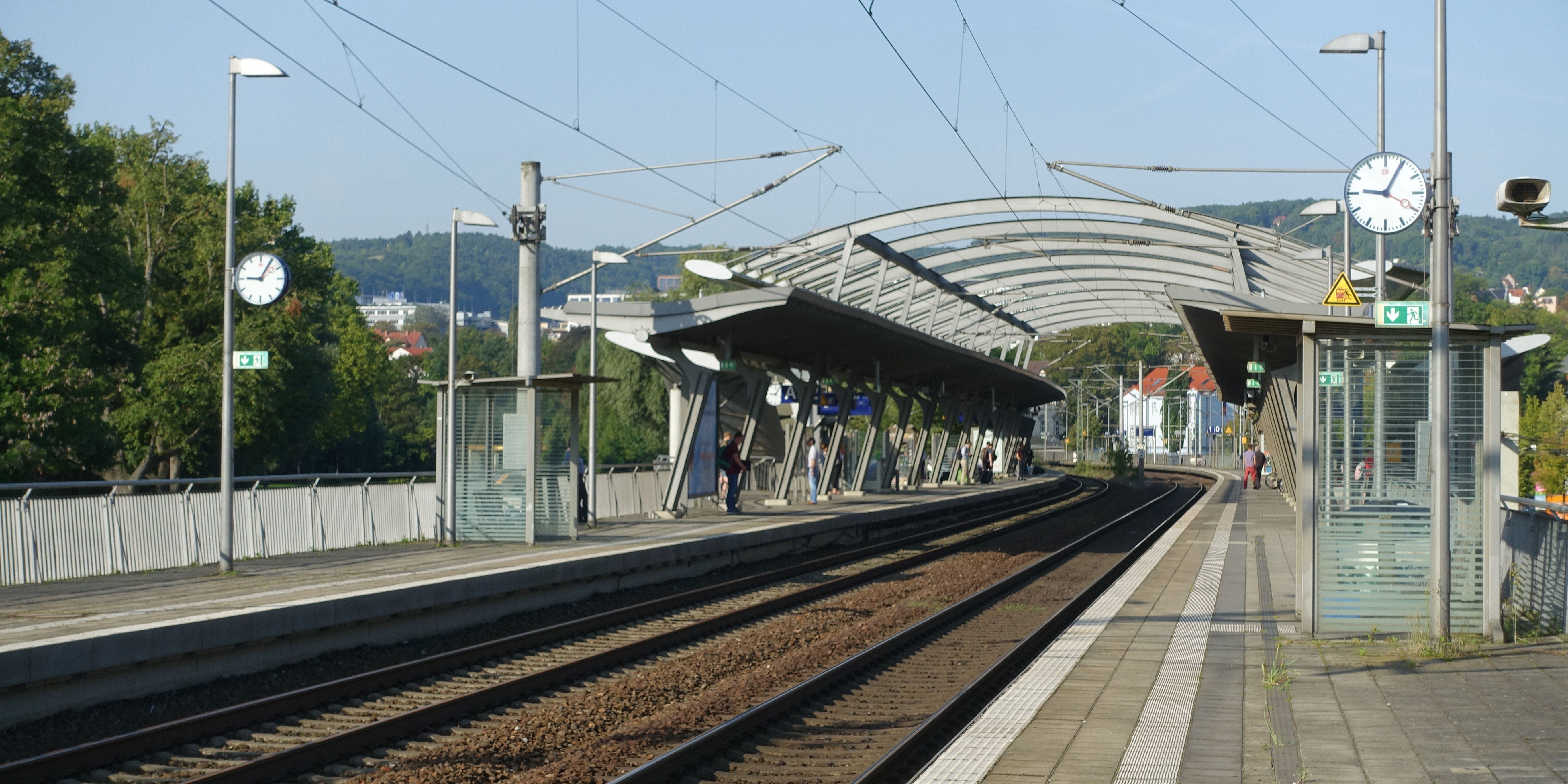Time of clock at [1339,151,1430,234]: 9:04
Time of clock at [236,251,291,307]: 9:05
